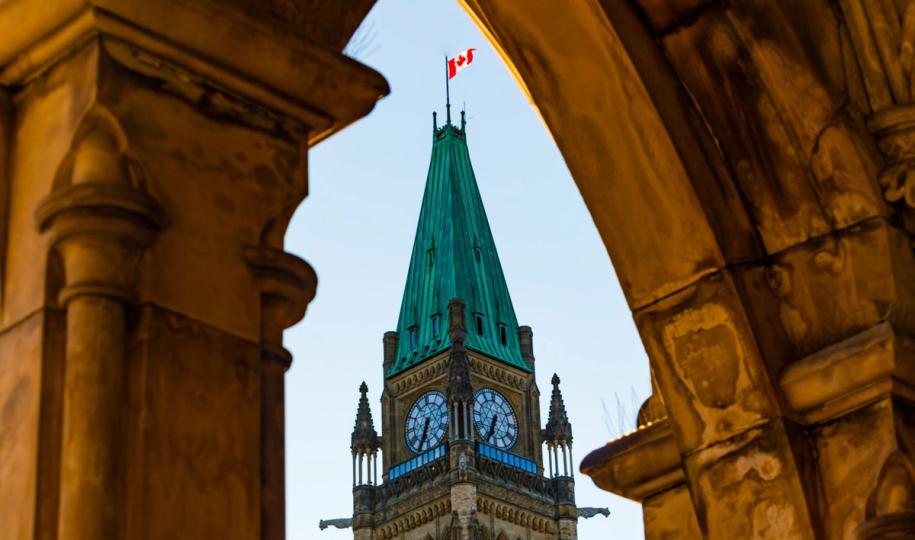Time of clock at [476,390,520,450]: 6:34
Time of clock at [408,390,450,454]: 6:34
